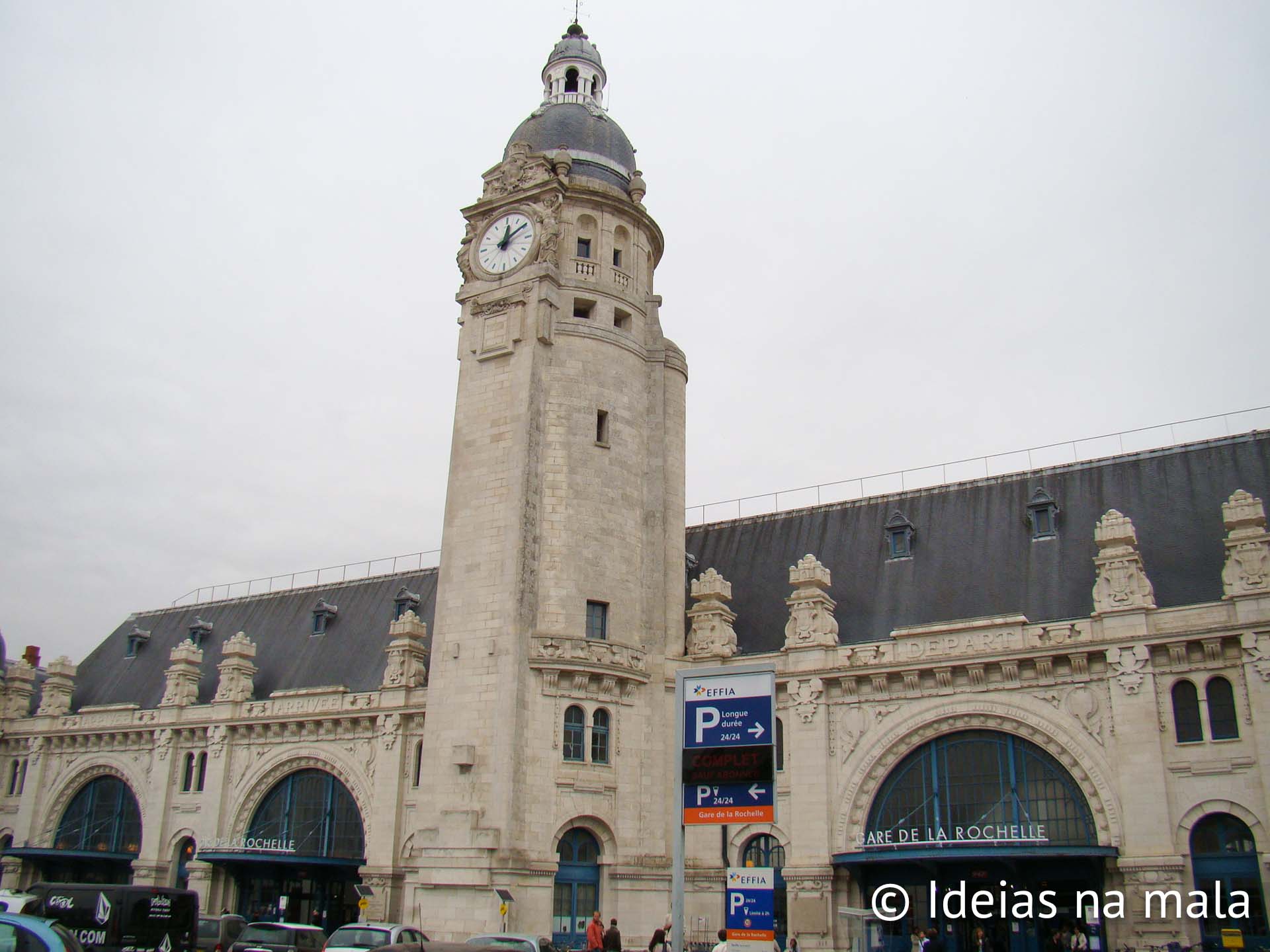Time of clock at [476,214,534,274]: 12:09
